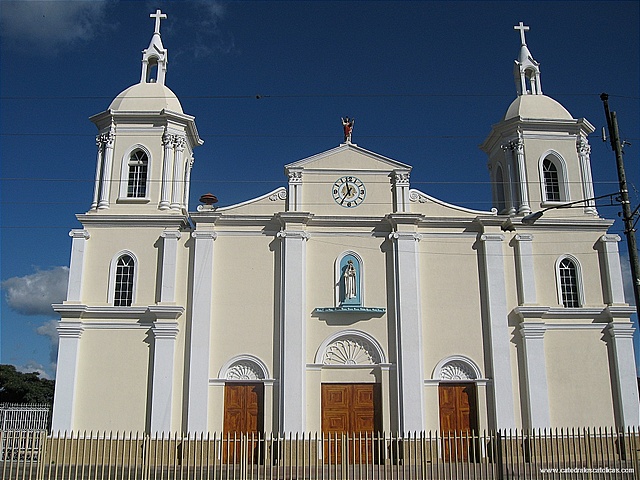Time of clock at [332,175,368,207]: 11:35
